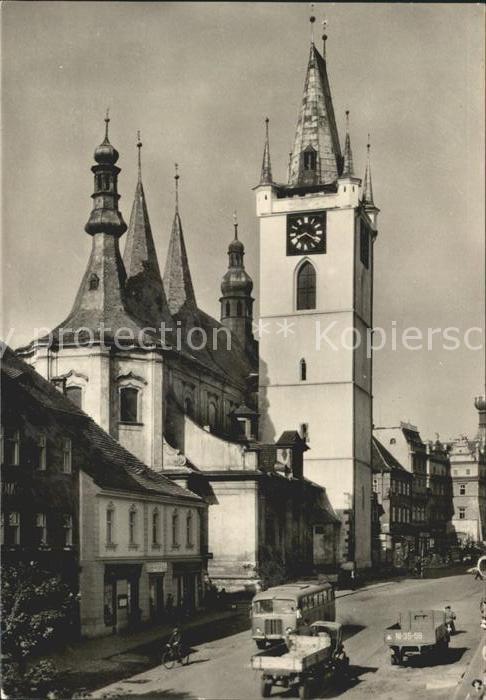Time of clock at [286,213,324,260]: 8:20
